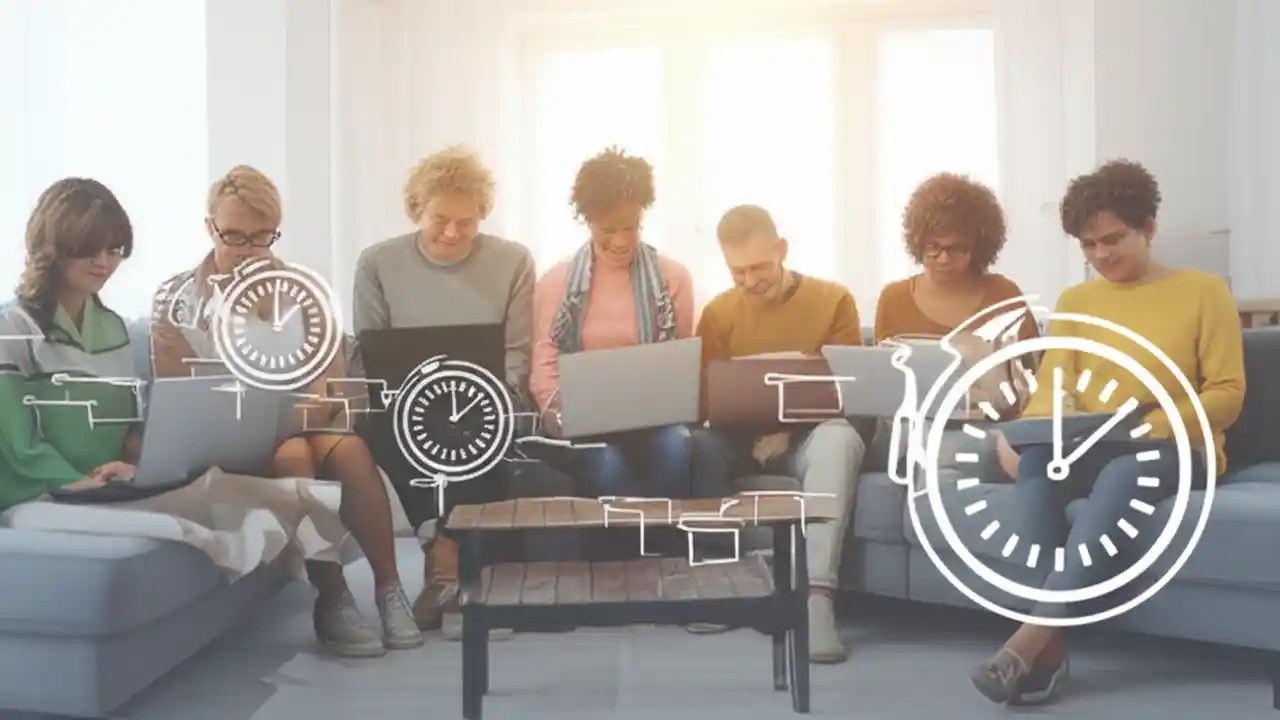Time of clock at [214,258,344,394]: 12:07
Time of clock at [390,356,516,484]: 12:07
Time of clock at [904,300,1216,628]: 12:07
